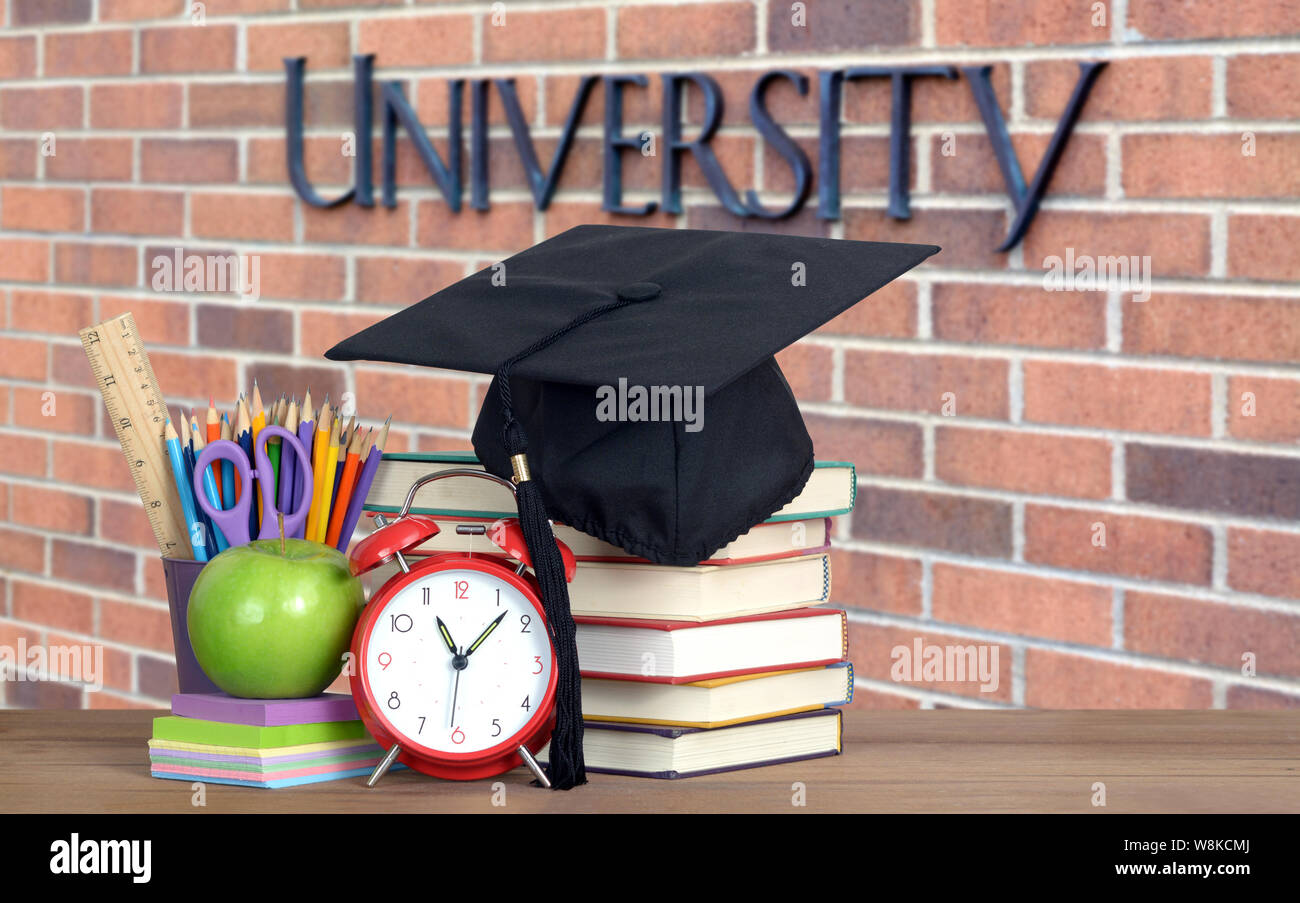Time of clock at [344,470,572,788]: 11:07
